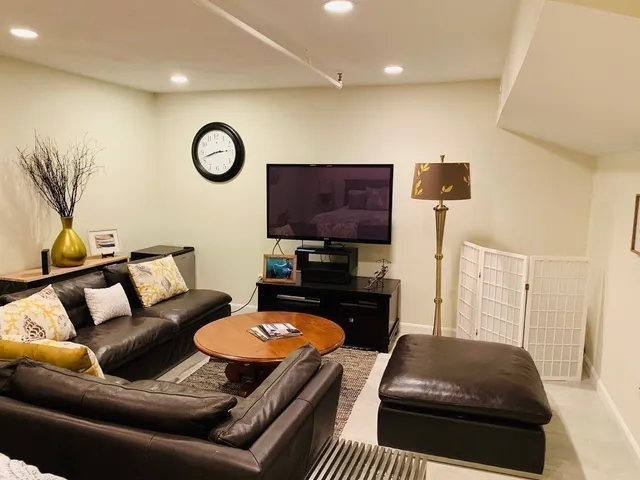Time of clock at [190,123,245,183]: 2:42
